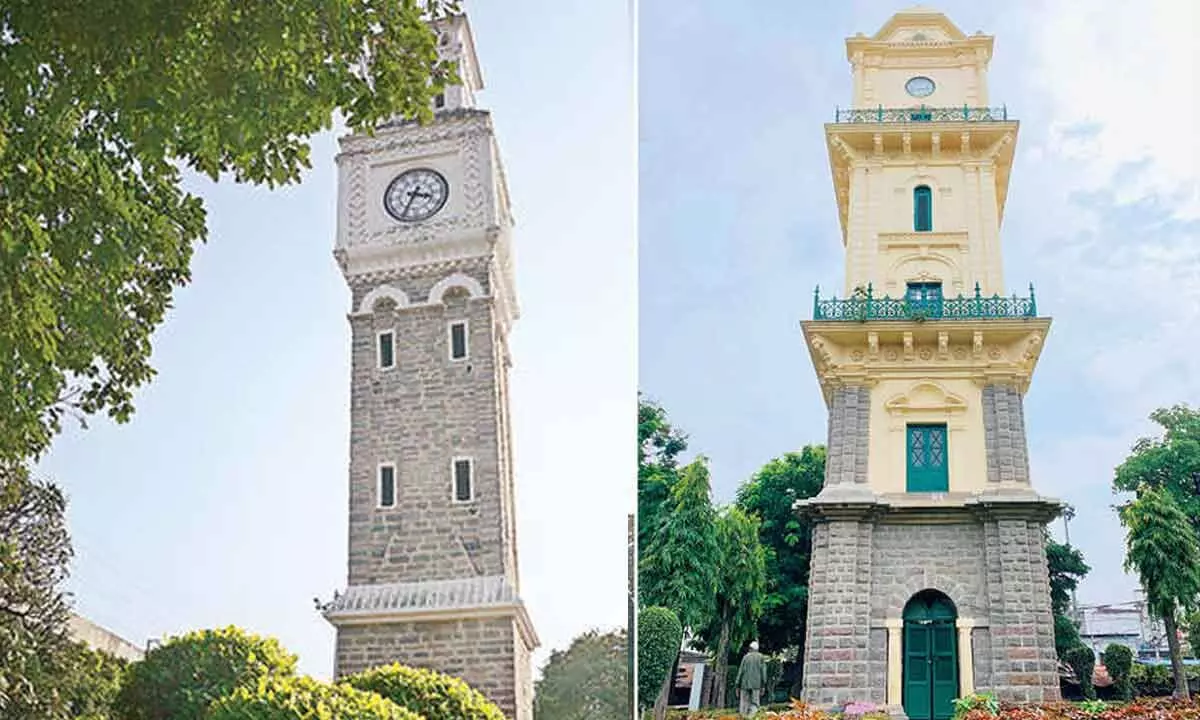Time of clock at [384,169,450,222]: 3:34
